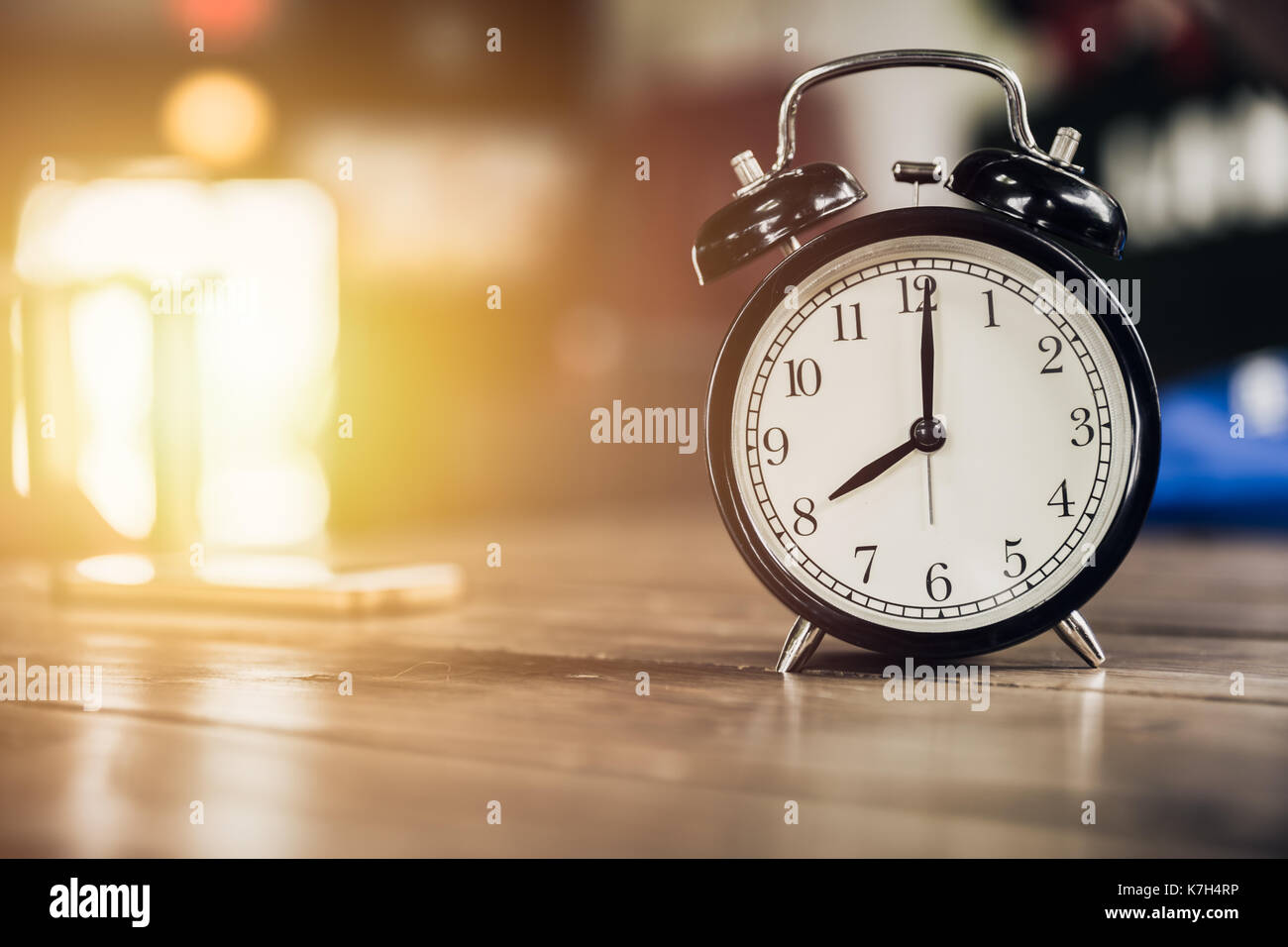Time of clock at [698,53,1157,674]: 8:01
